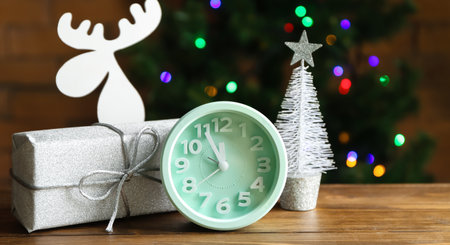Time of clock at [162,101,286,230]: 11:55
